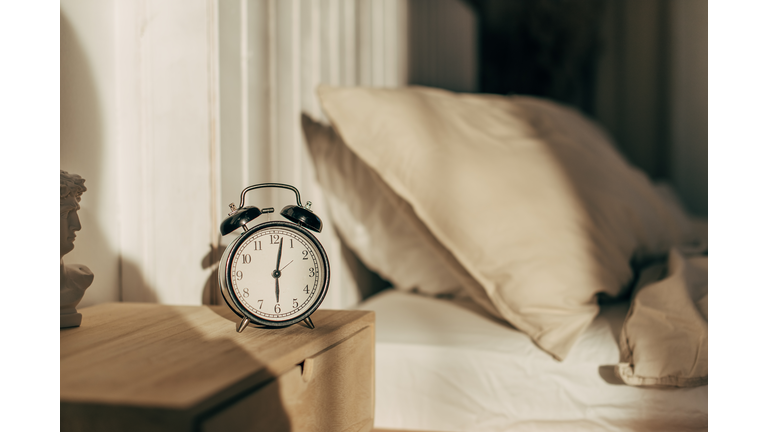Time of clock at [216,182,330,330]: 6:02
